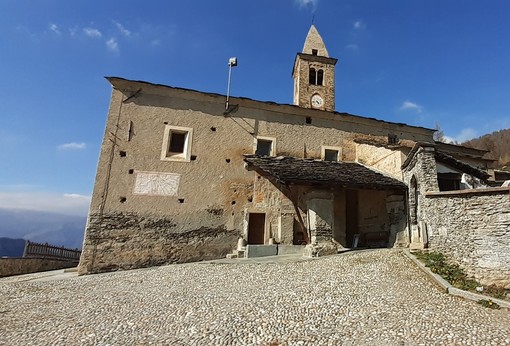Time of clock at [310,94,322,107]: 4:42
